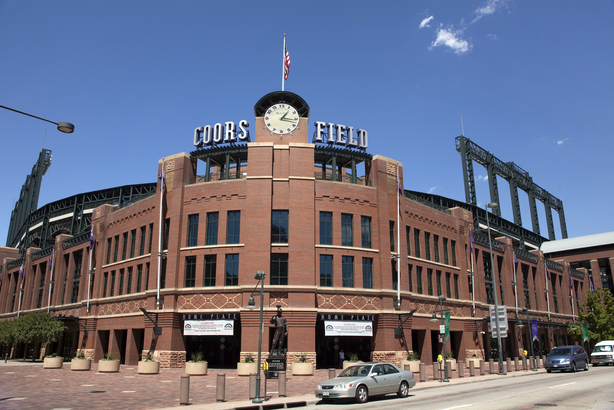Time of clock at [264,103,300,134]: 1:16
